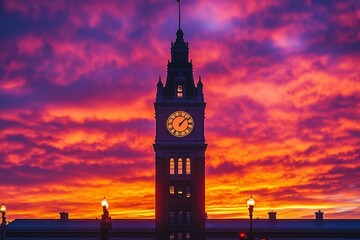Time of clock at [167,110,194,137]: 1:07
